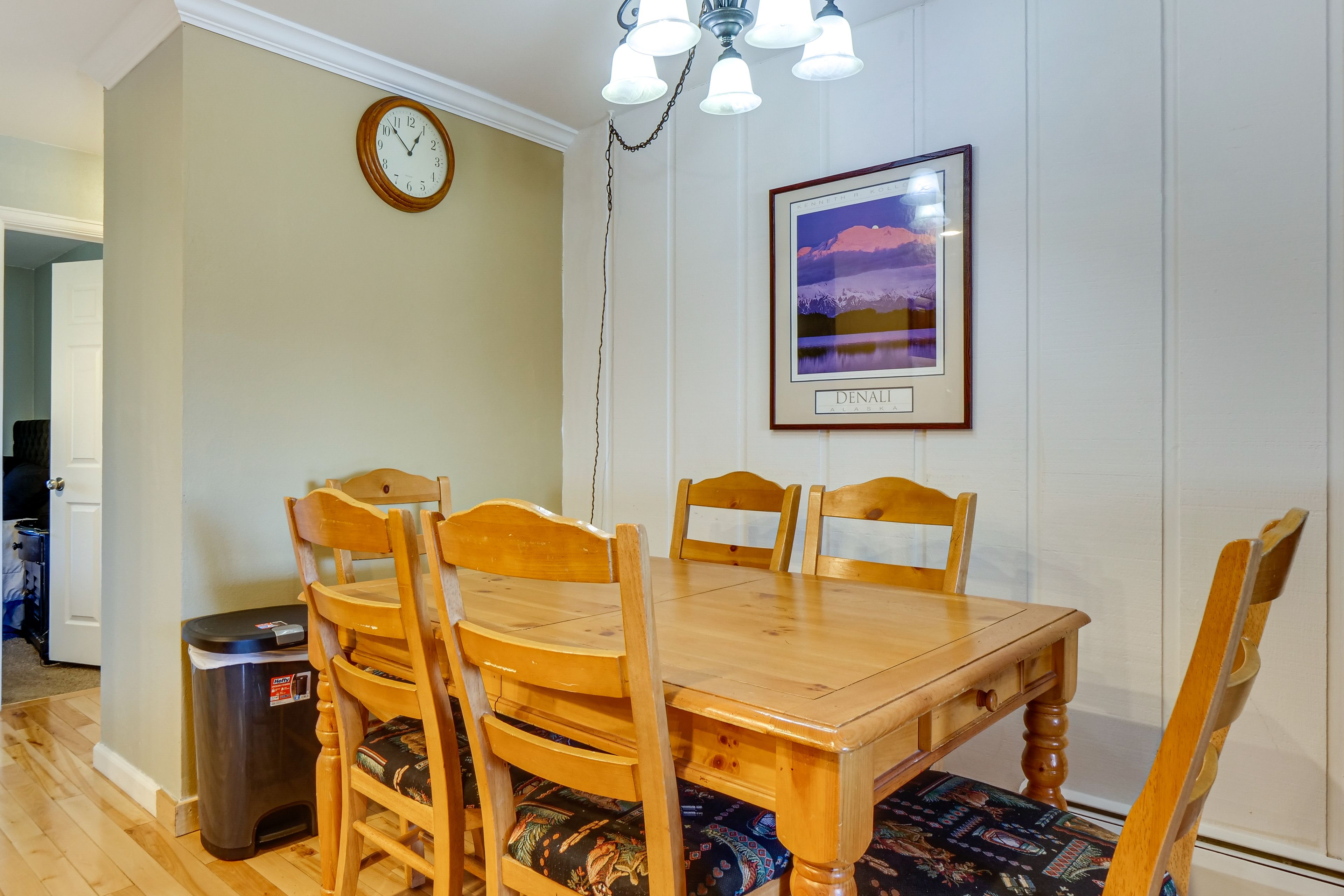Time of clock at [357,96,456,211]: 12:52
